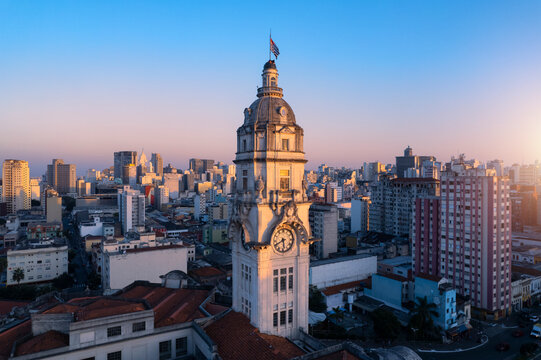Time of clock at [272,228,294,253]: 5:40
